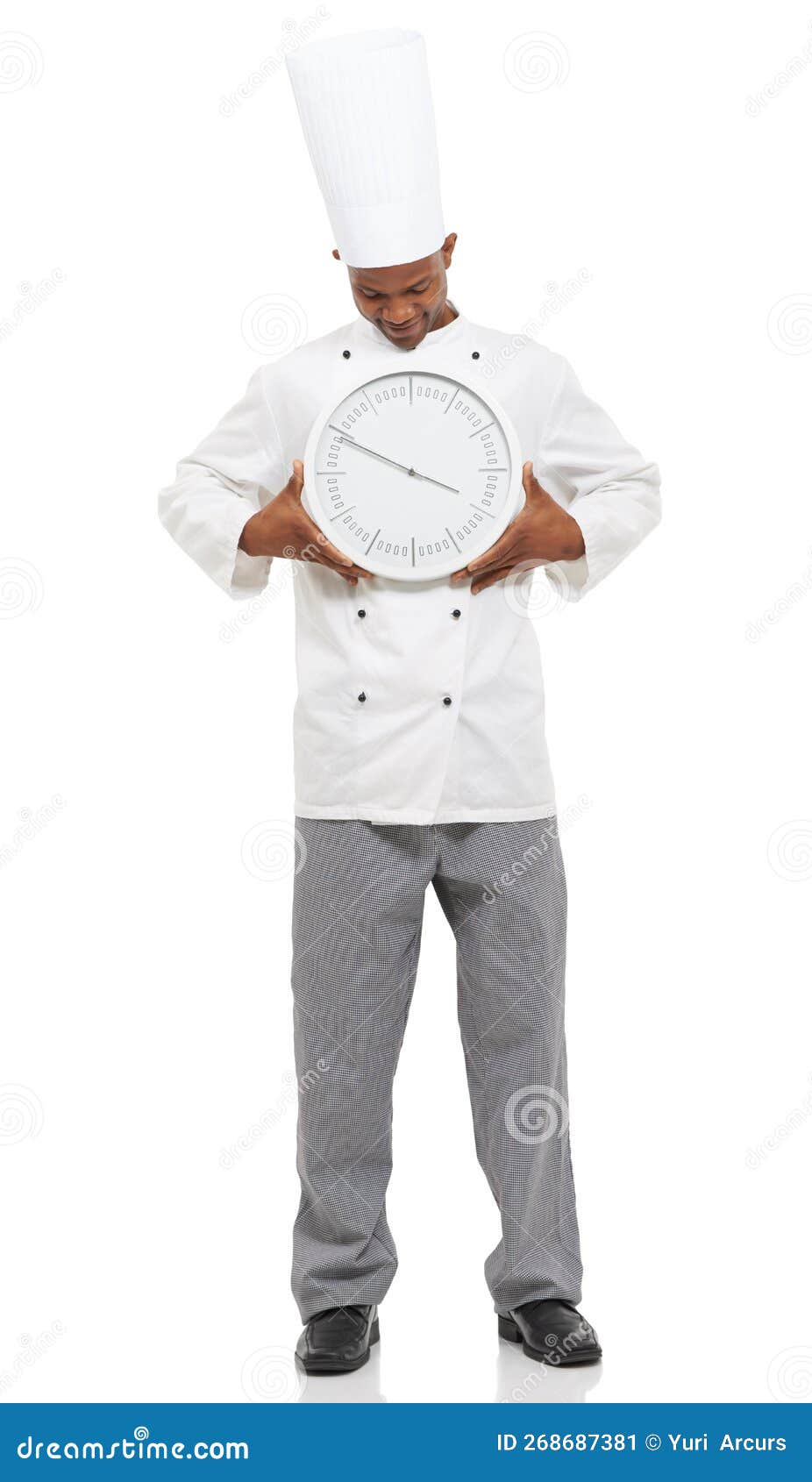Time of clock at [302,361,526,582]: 3:49
